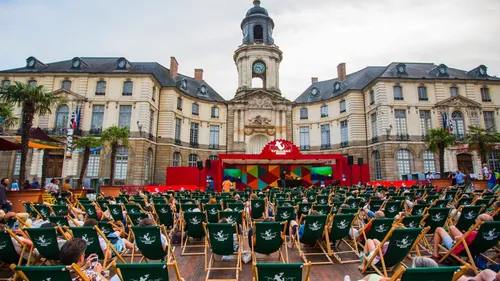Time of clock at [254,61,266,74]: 9:23
